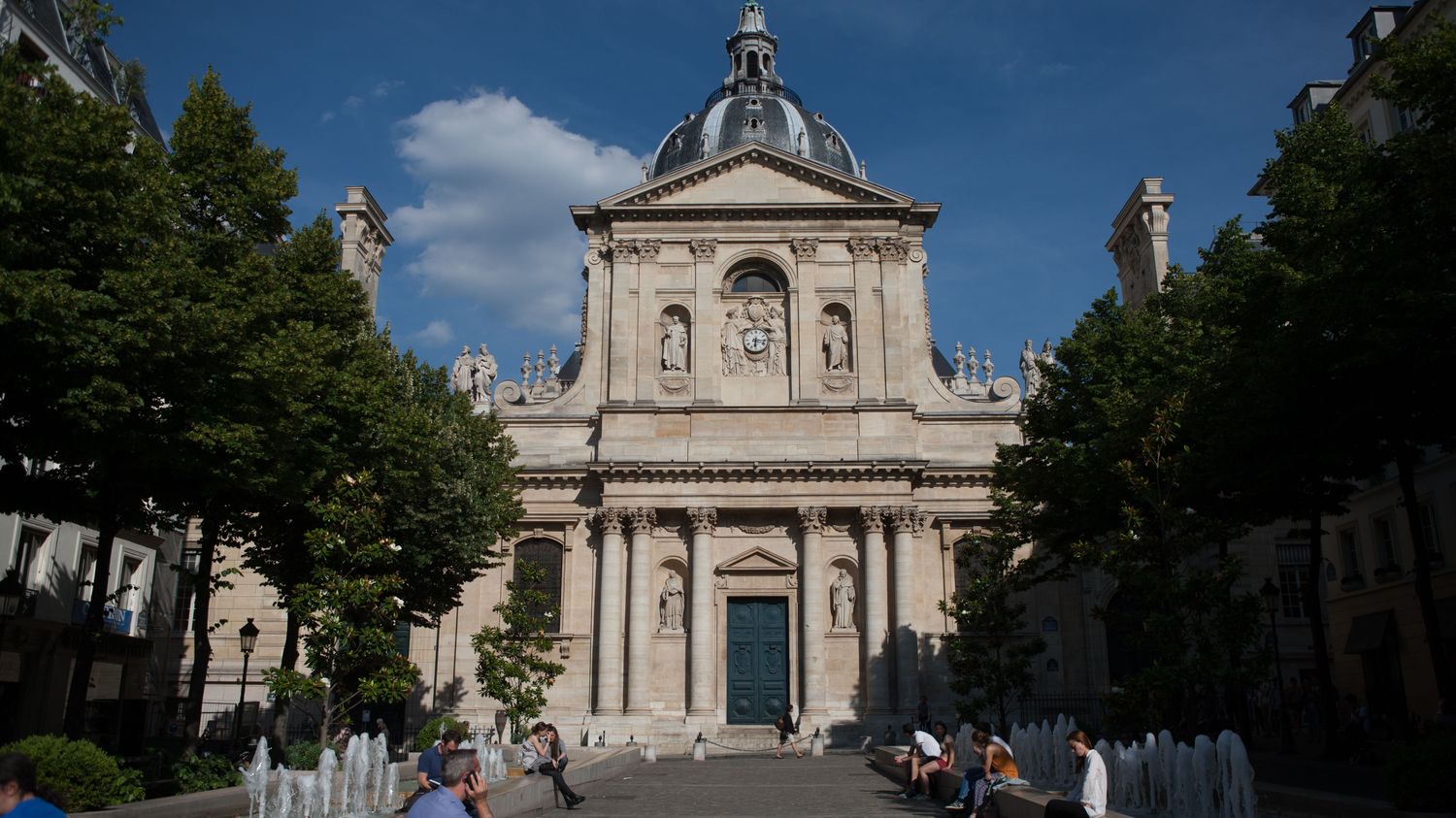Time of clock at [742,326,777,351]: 6:15
